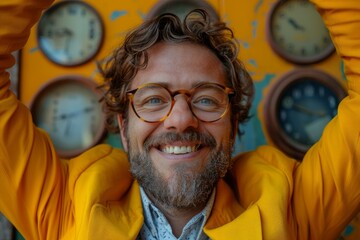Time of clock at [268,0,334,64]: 9:50
